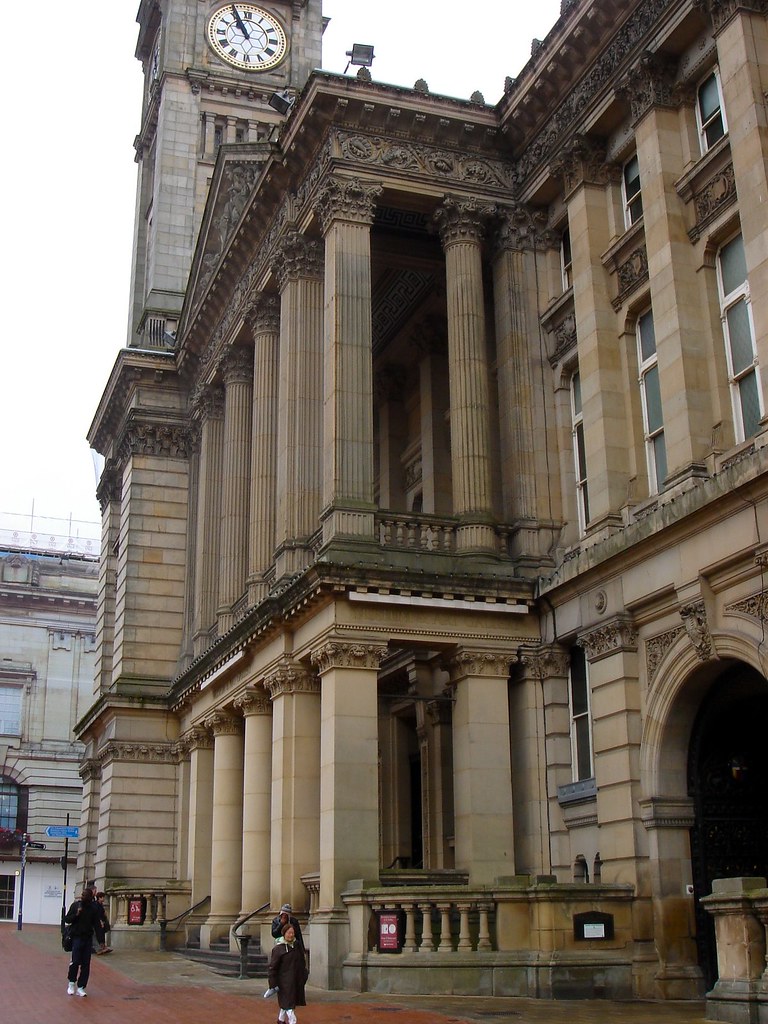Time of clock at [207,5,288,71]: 10:55
